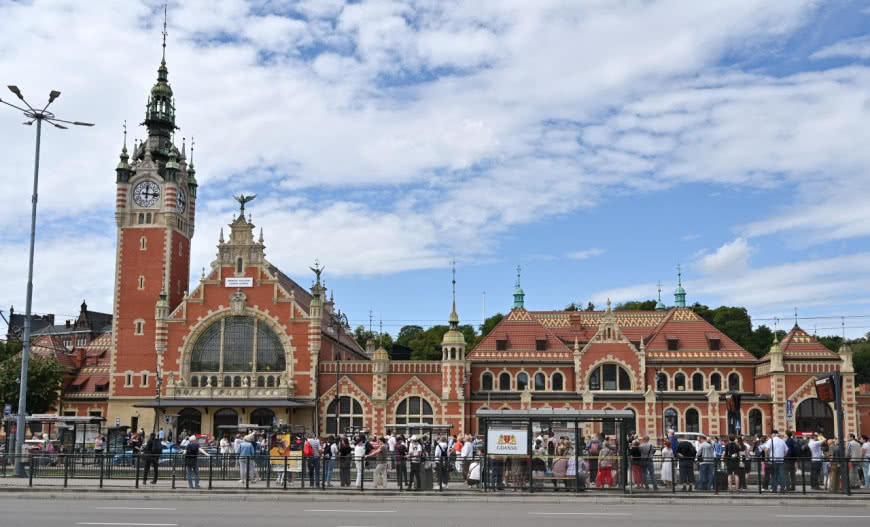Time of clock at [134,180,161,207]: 12:16
